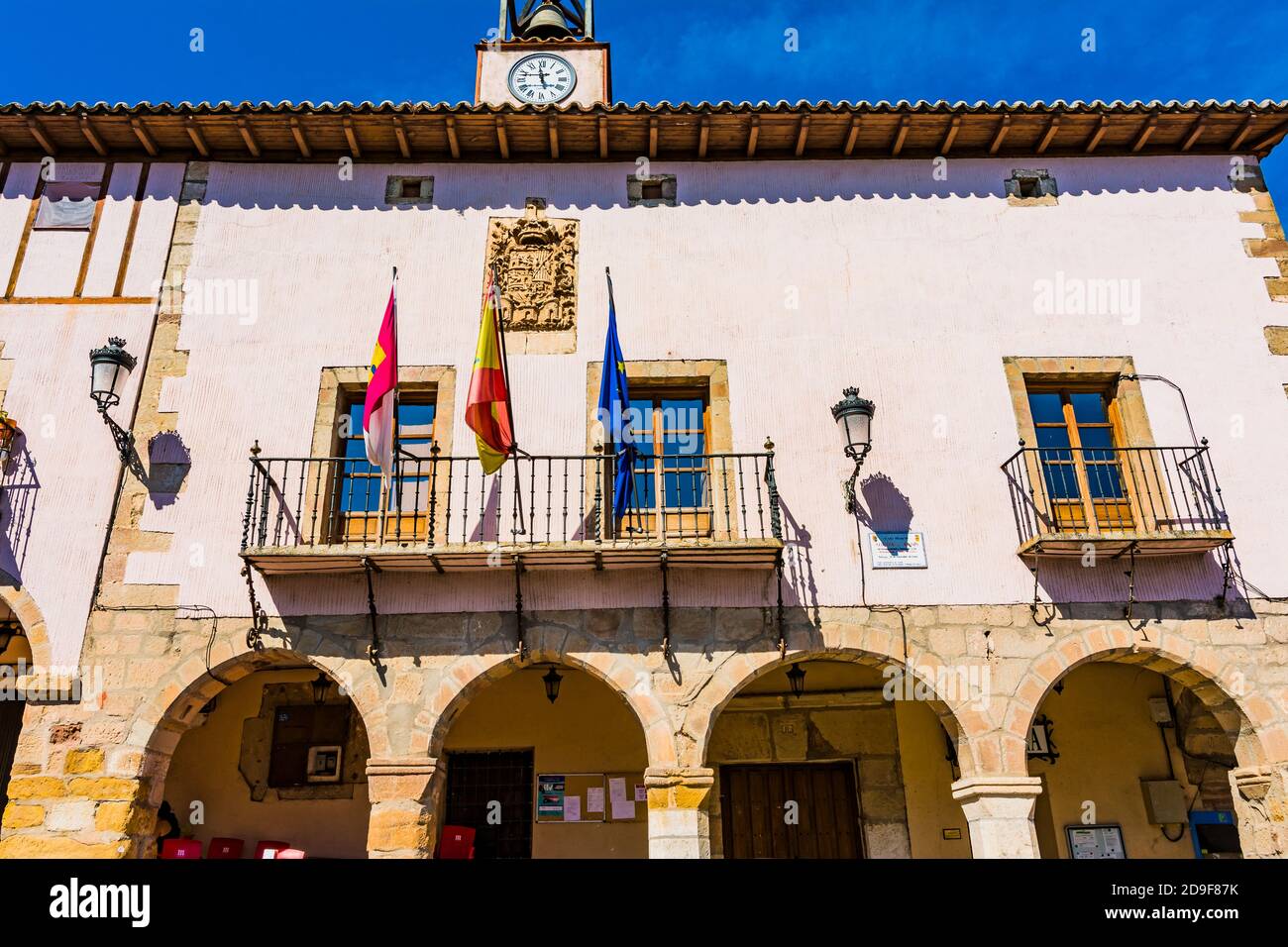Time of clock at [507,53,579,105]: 11:47
